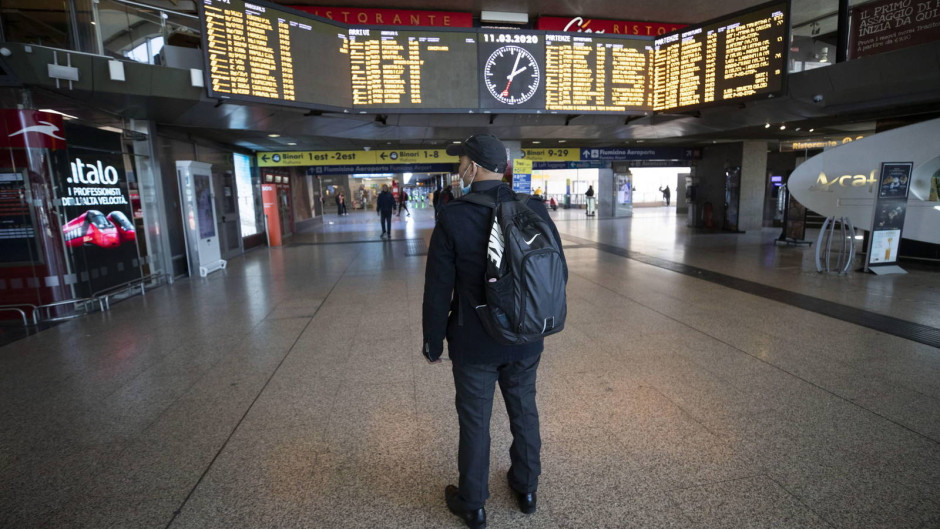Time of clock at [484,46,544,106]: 2:03
